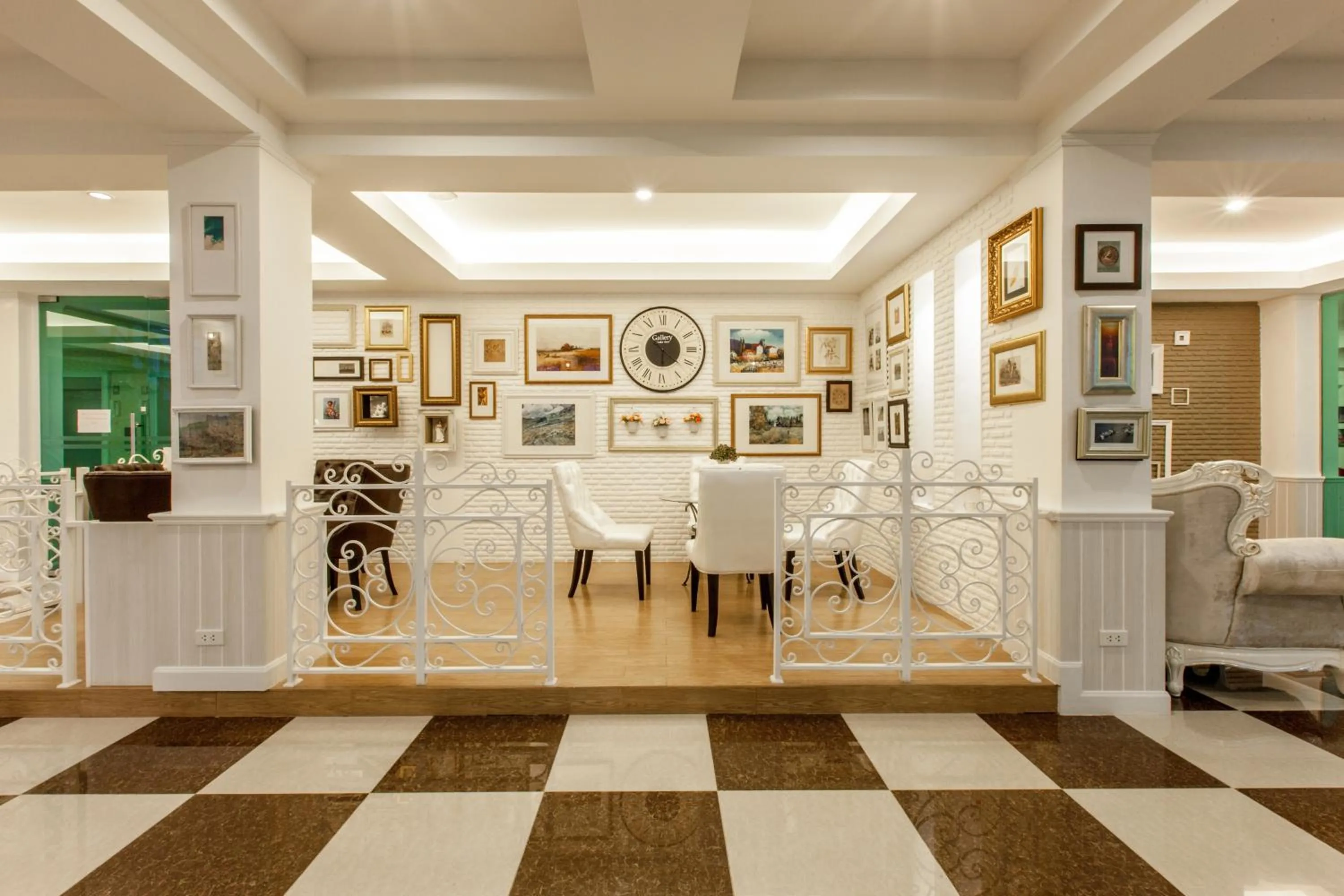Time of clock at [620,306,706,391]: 6:21
